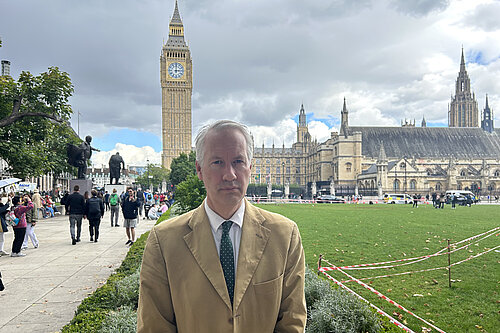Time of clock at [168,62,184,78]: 3:00
